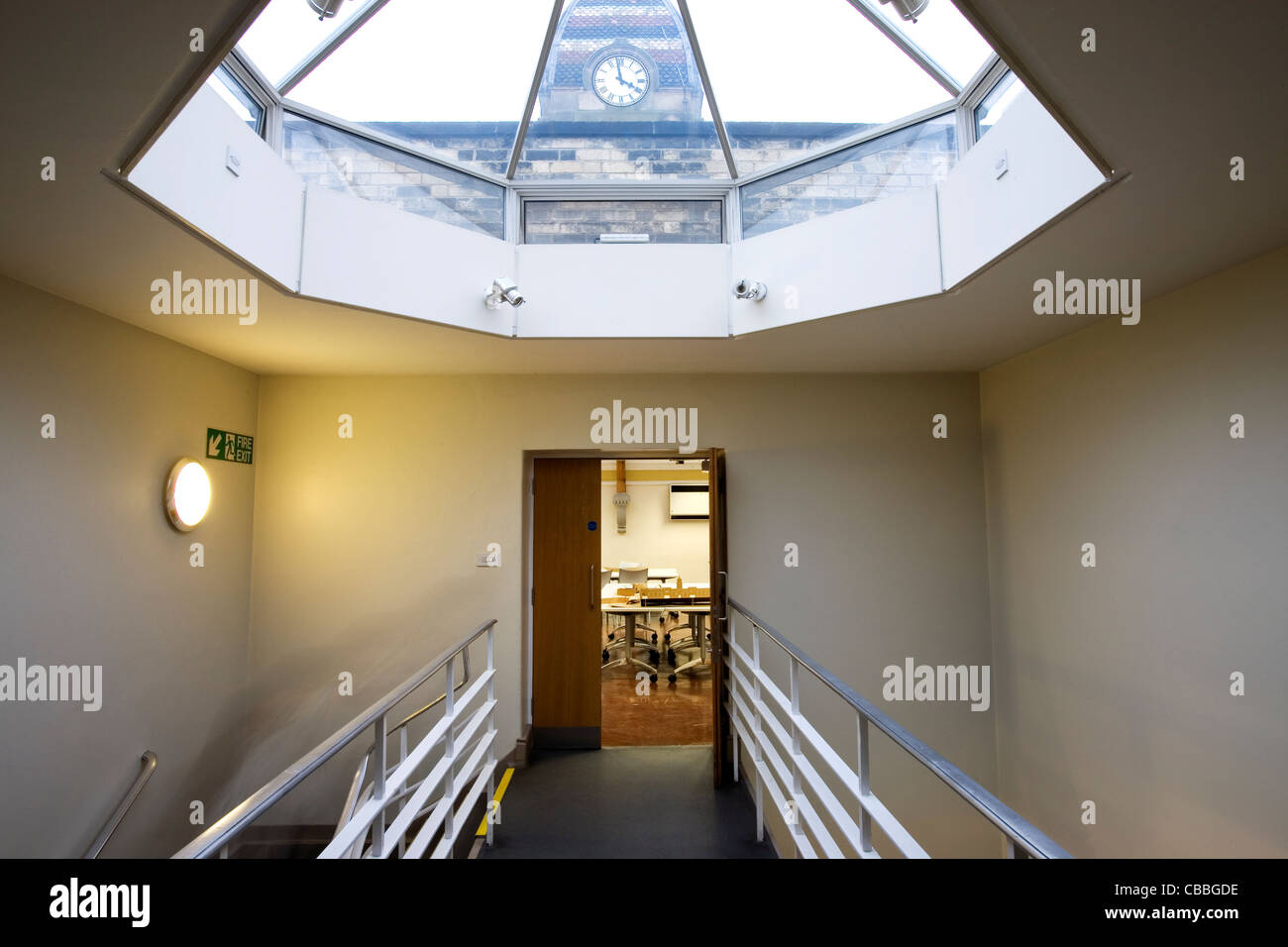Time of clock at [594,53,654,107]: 3:58
